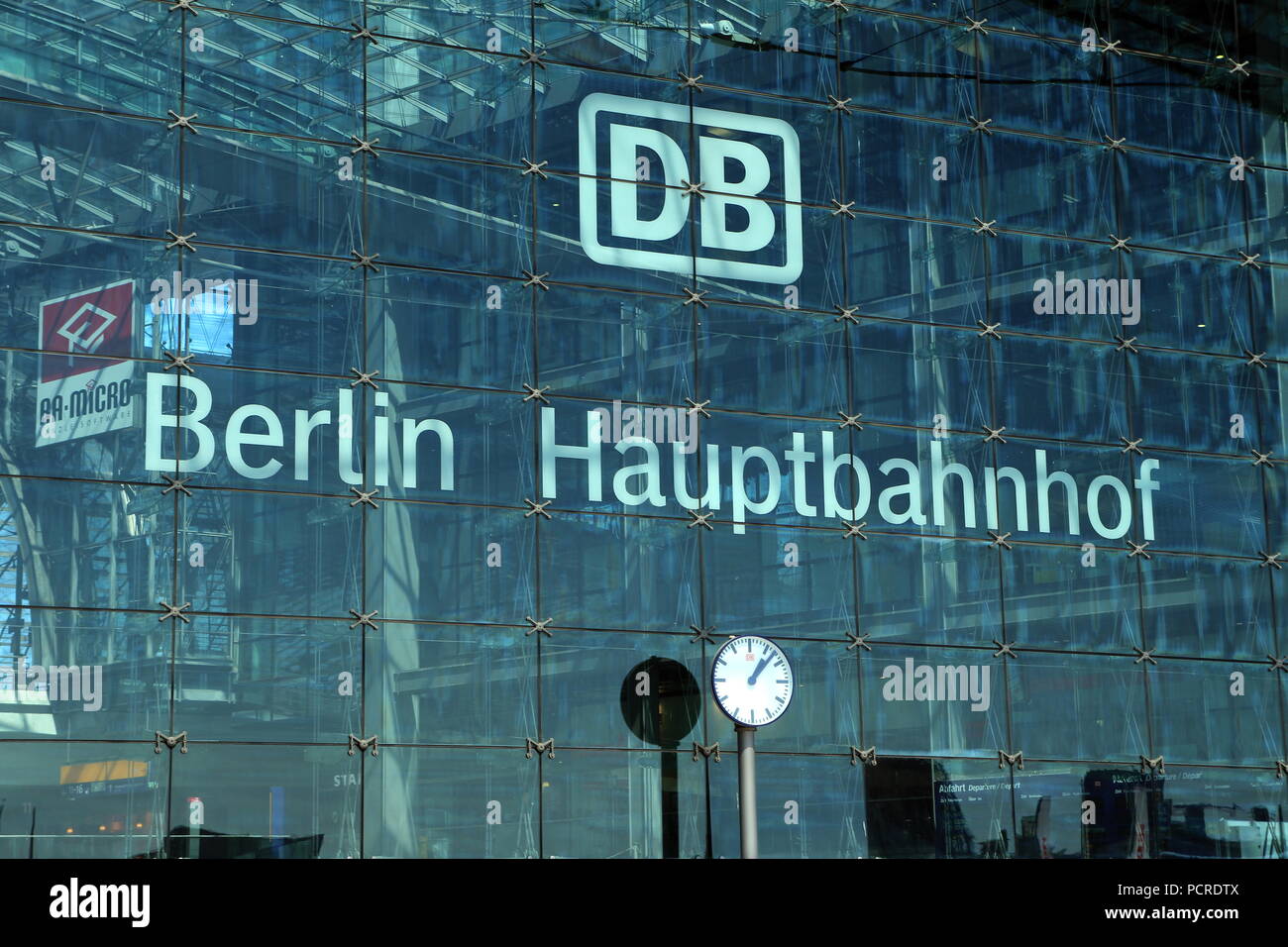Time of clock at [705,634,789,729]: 1:07
